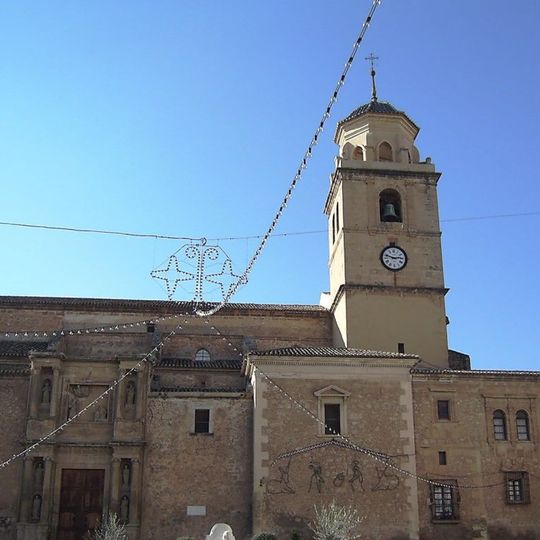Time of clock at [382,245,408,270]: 2:48
